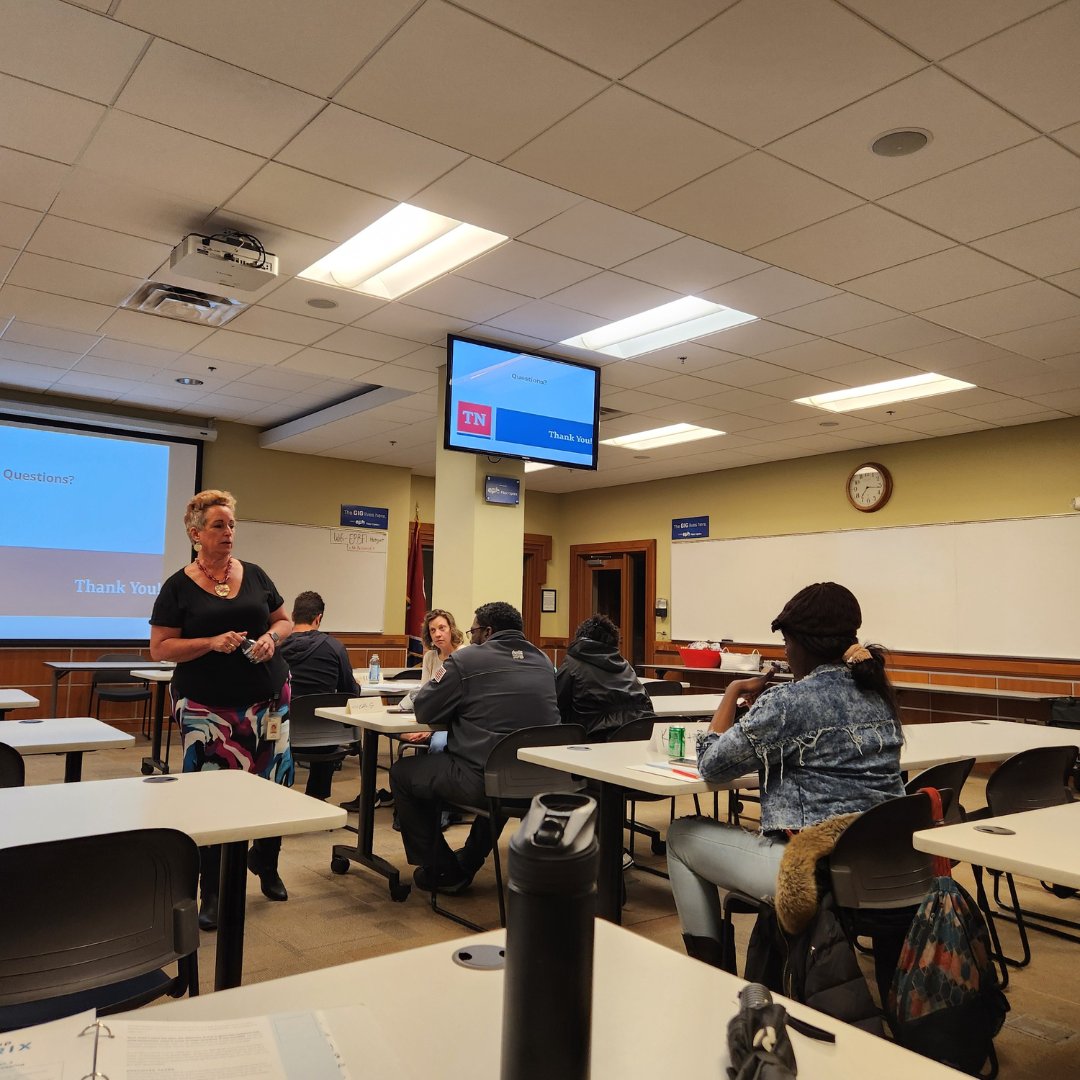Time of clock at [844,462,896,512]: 7:16
